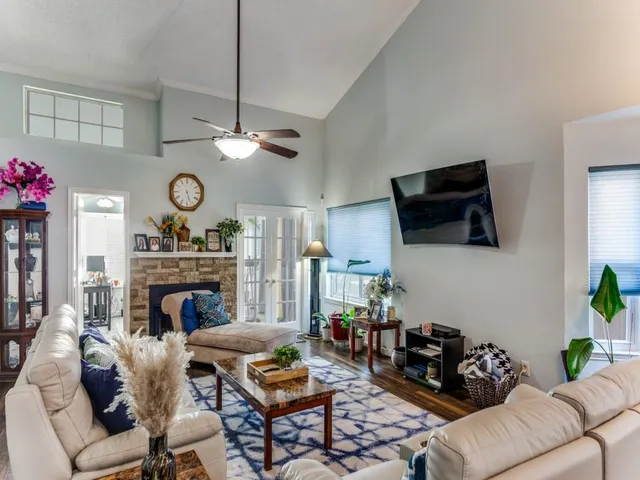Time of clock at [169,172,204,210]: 5:26
